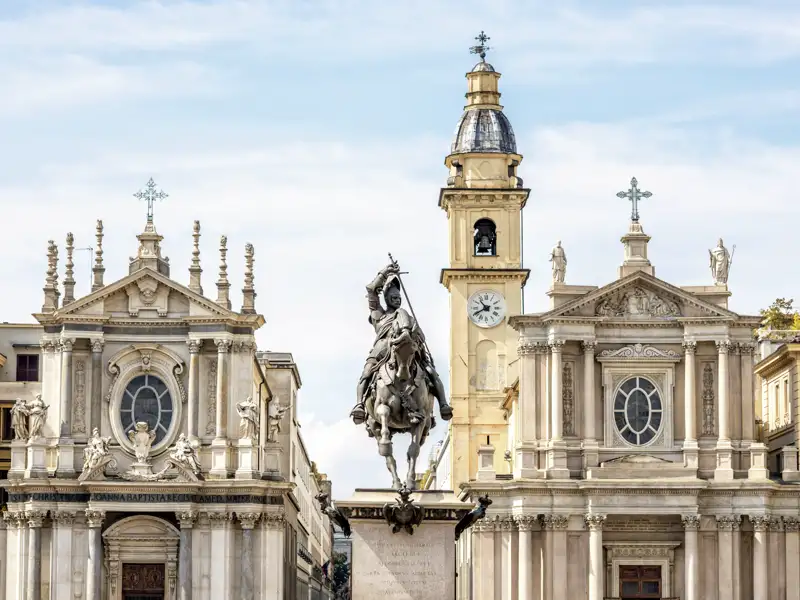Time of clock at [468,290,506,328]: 10:40
